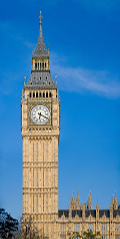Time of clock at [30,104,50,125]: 6:19
